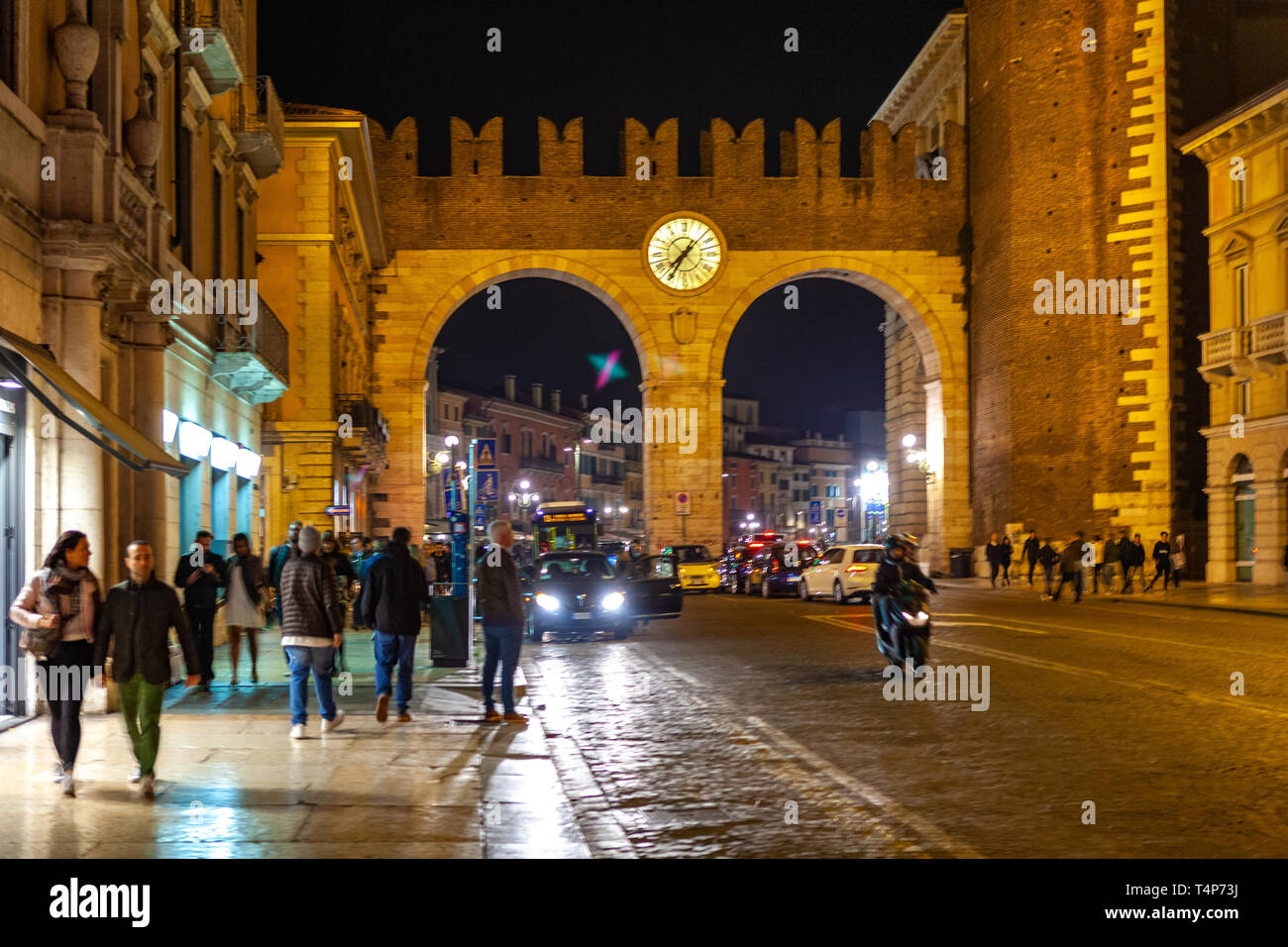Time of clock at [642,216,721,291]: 7:35
